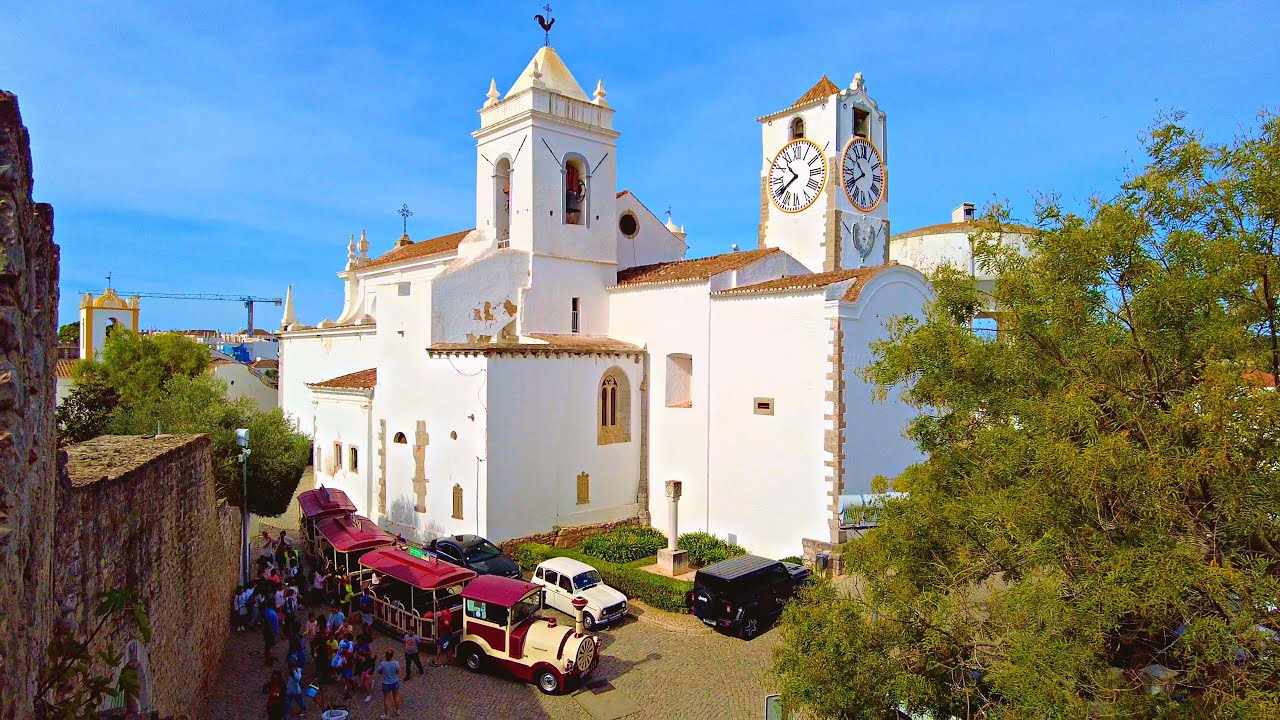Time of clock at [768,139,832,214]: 10:39
